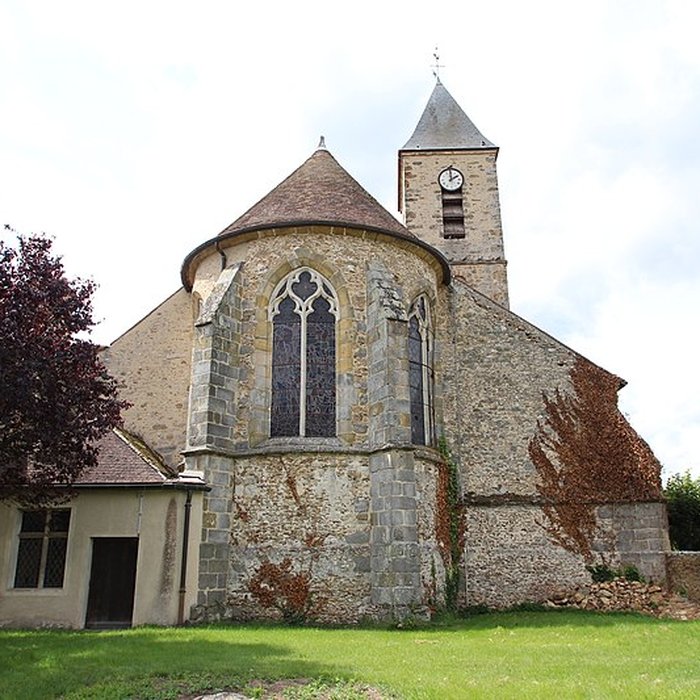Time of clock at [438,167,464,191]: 1:59
